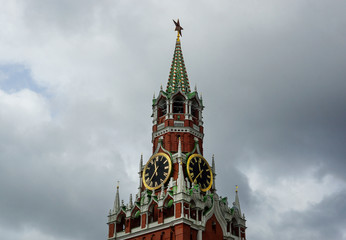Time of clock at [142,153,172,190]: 11:35
